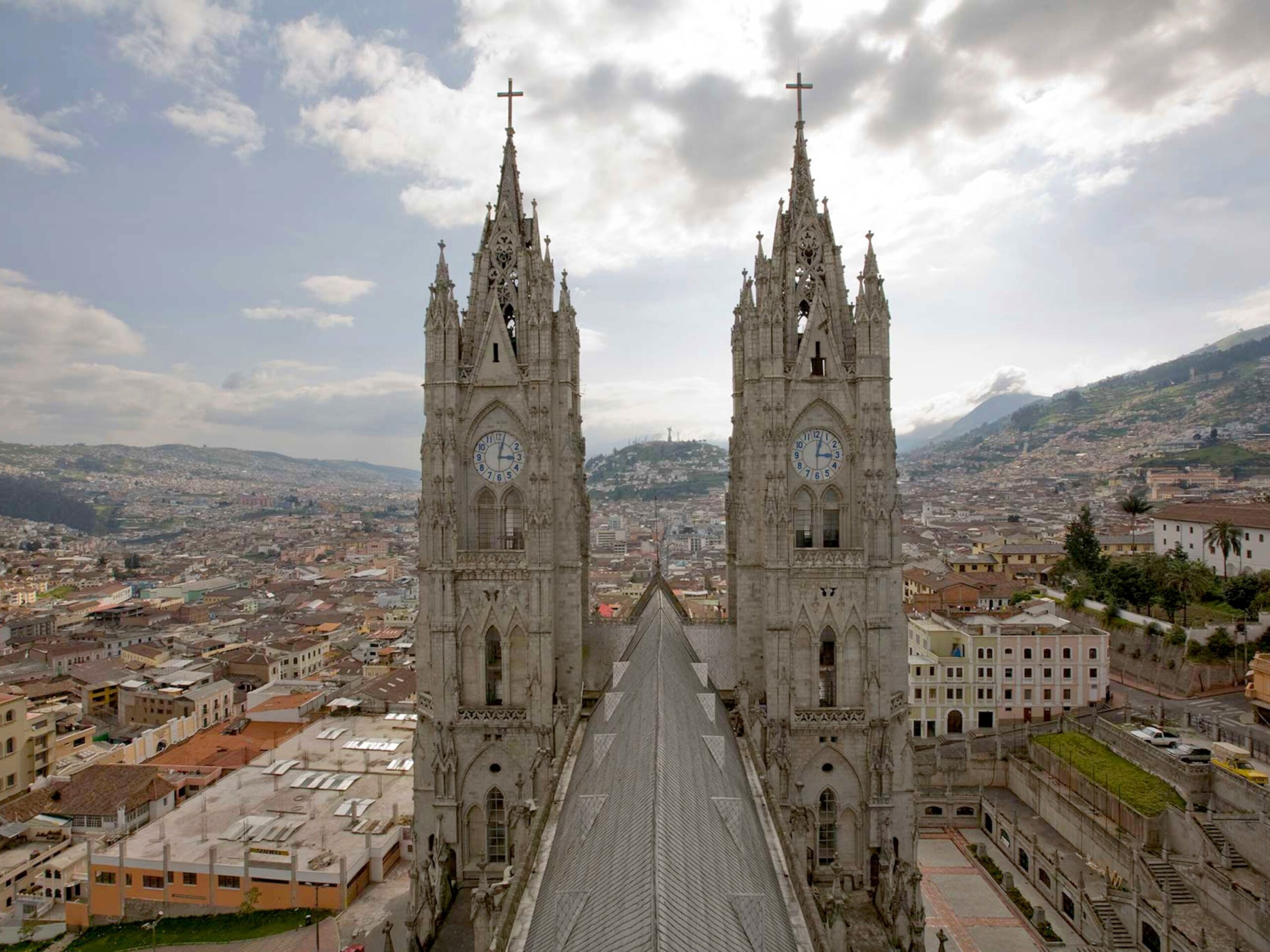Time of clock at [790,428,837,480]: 3:02
